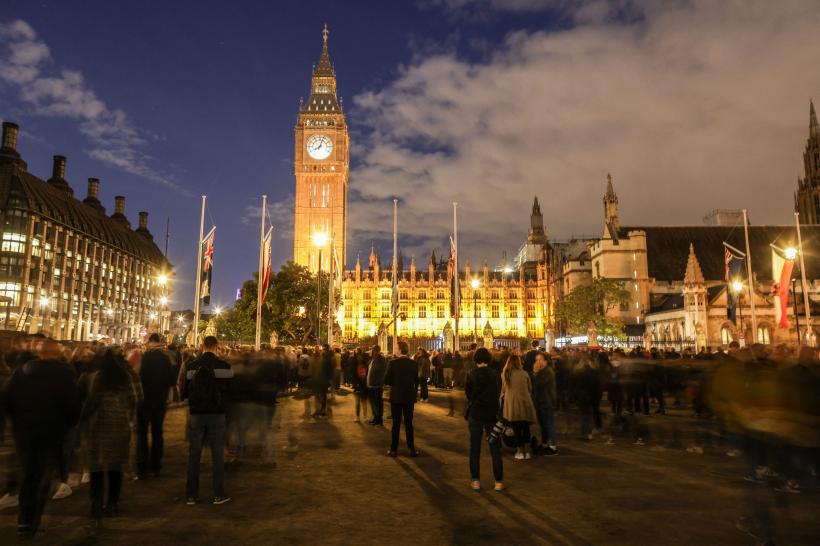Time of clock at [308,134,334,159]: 8:03
